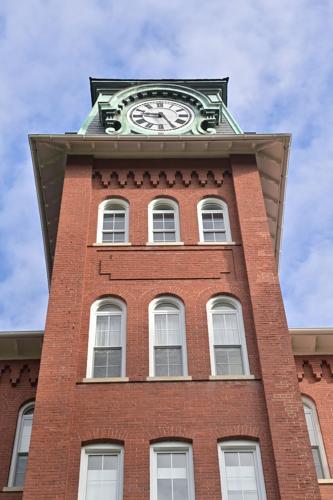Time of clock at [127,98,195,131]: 9:25
